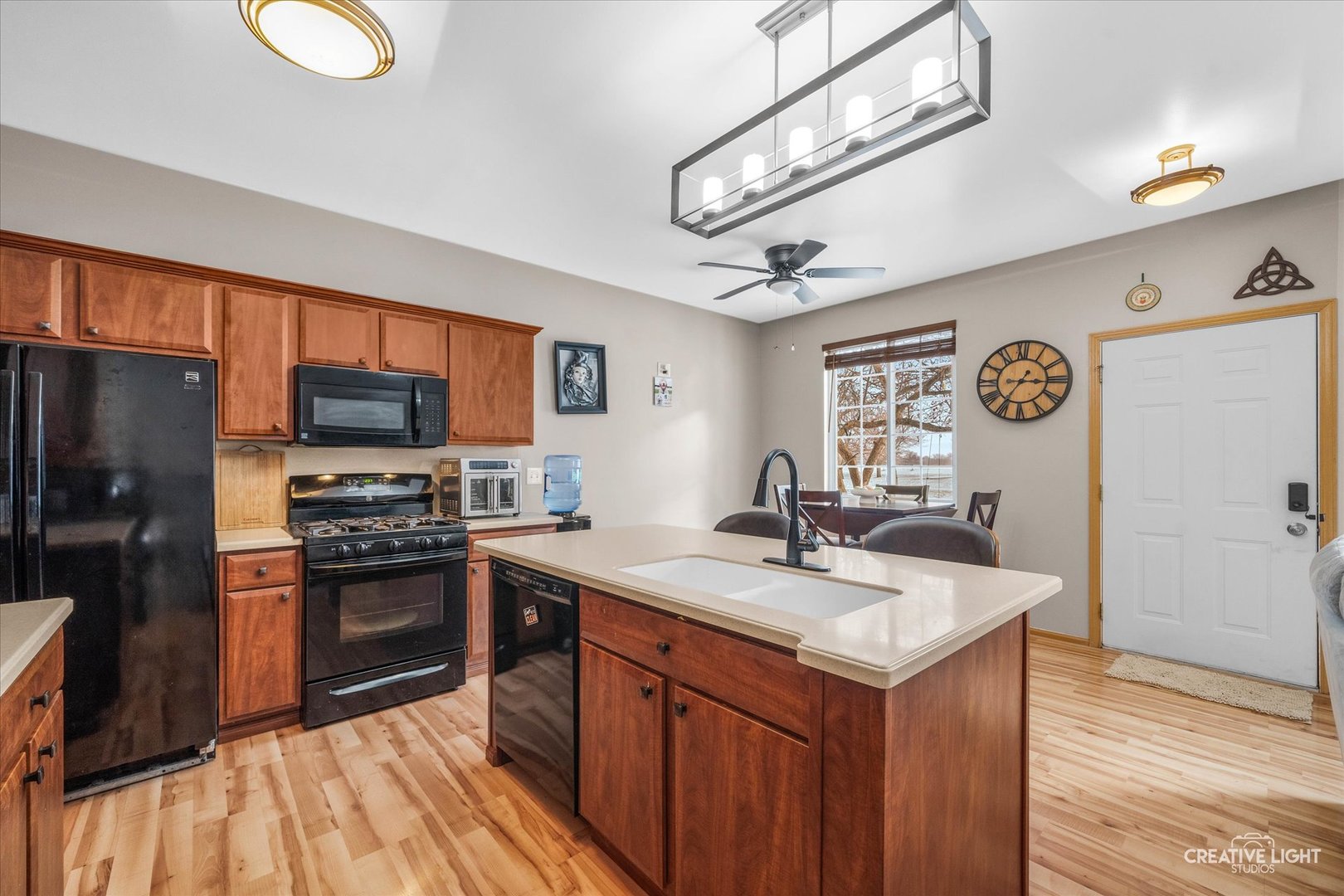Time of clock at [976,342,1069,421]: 7:15
